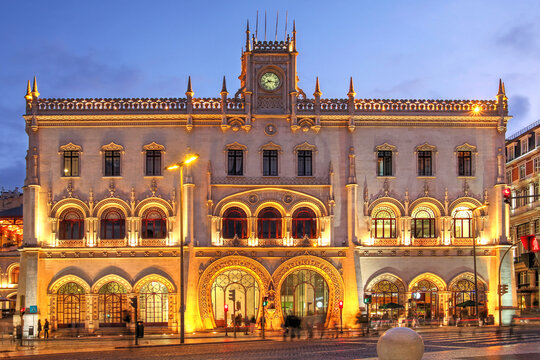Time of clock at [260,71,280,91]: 8:16
